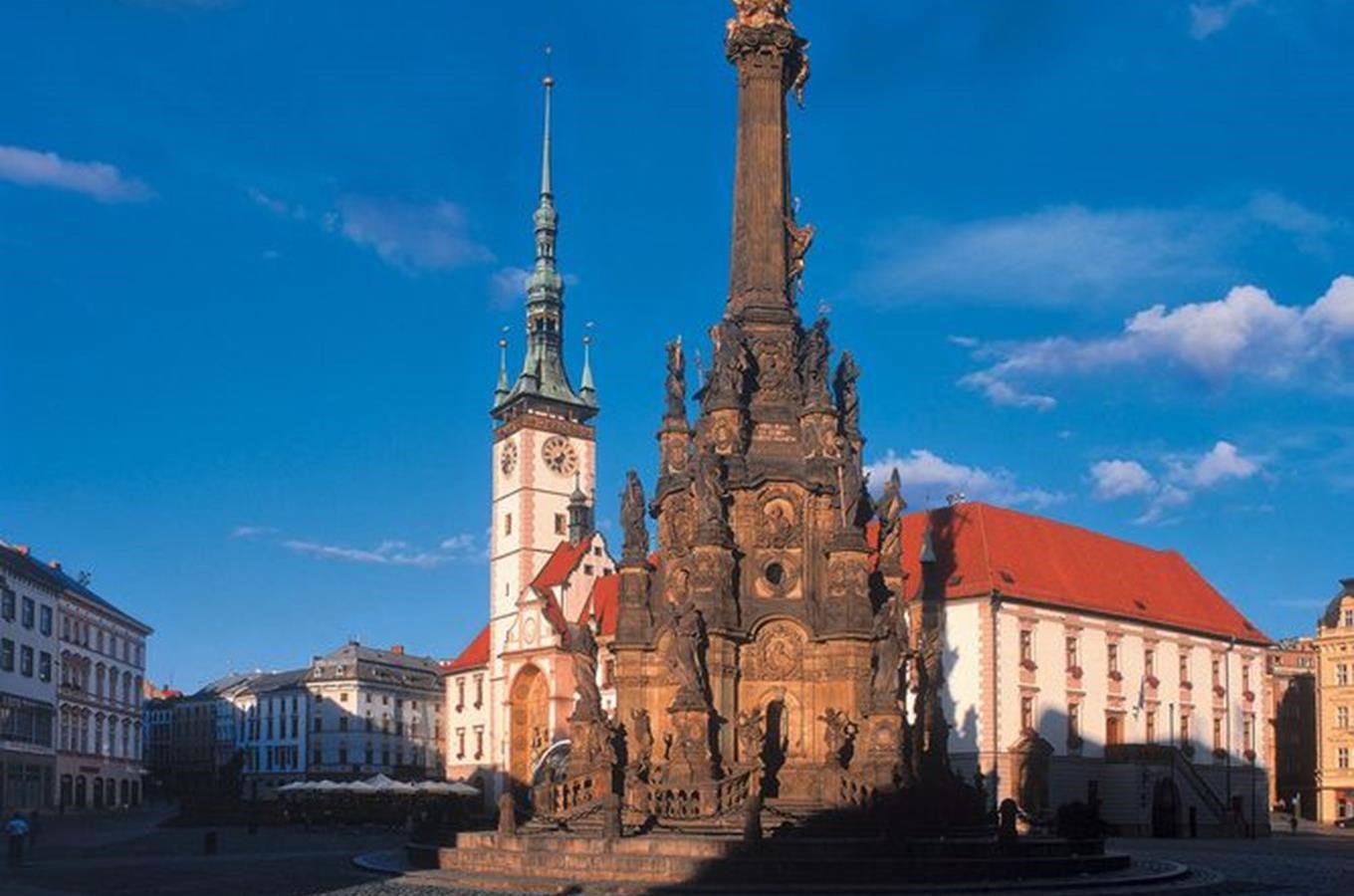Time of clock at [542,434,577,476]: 7:32
